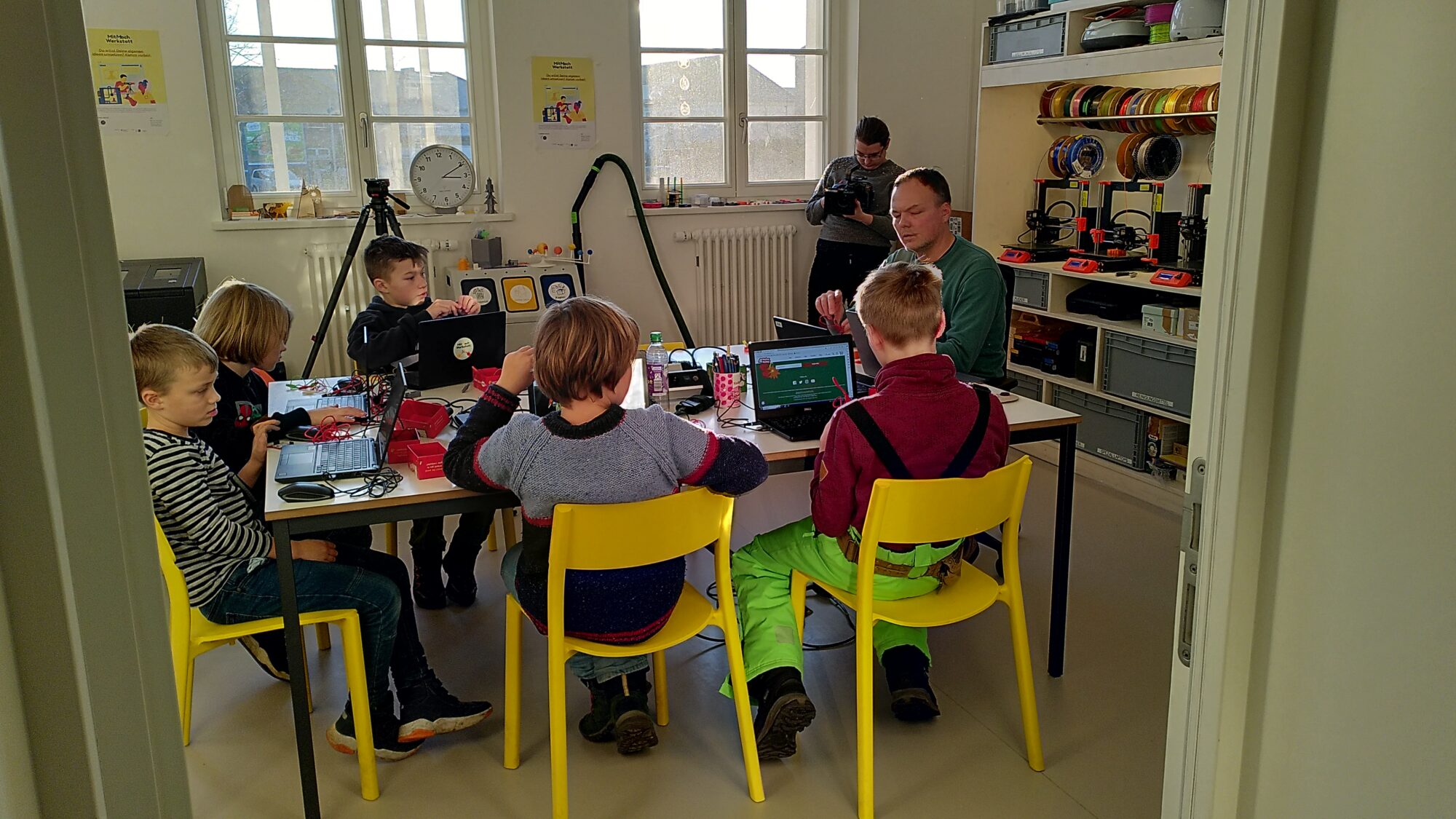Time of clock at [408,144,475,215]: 3:10
